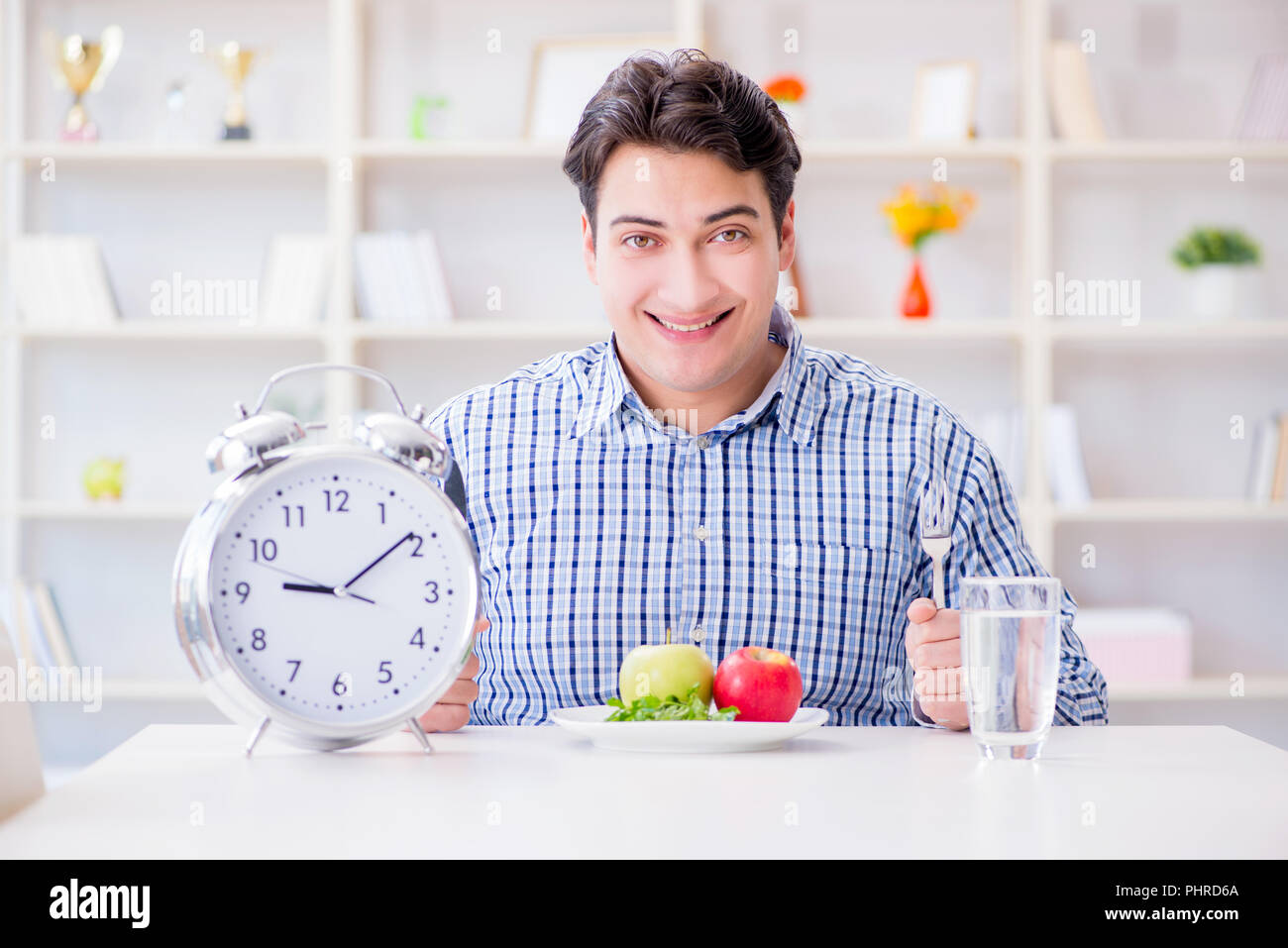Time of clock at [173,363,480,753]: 9:09
